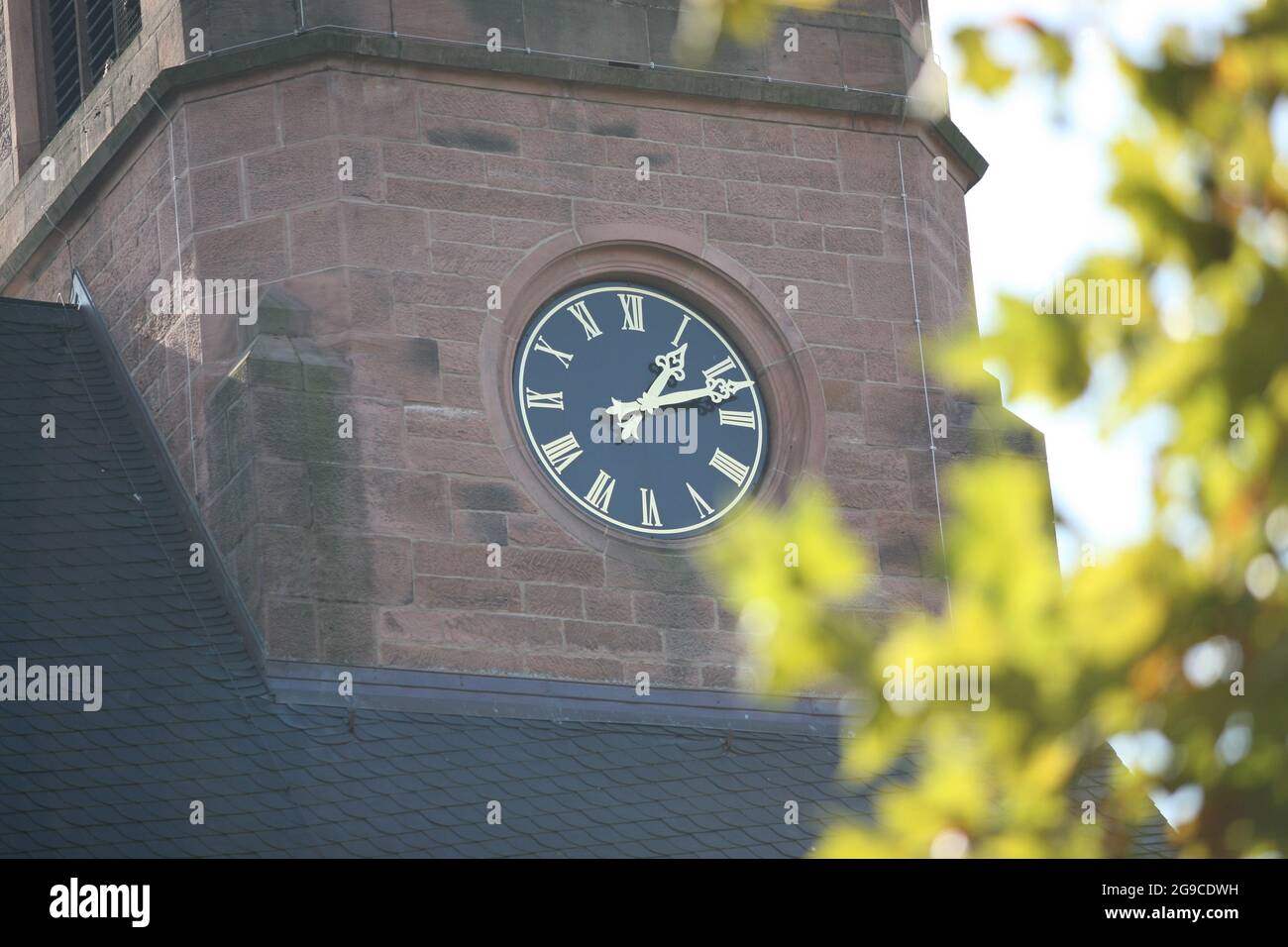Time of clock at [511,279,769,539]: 1:12
